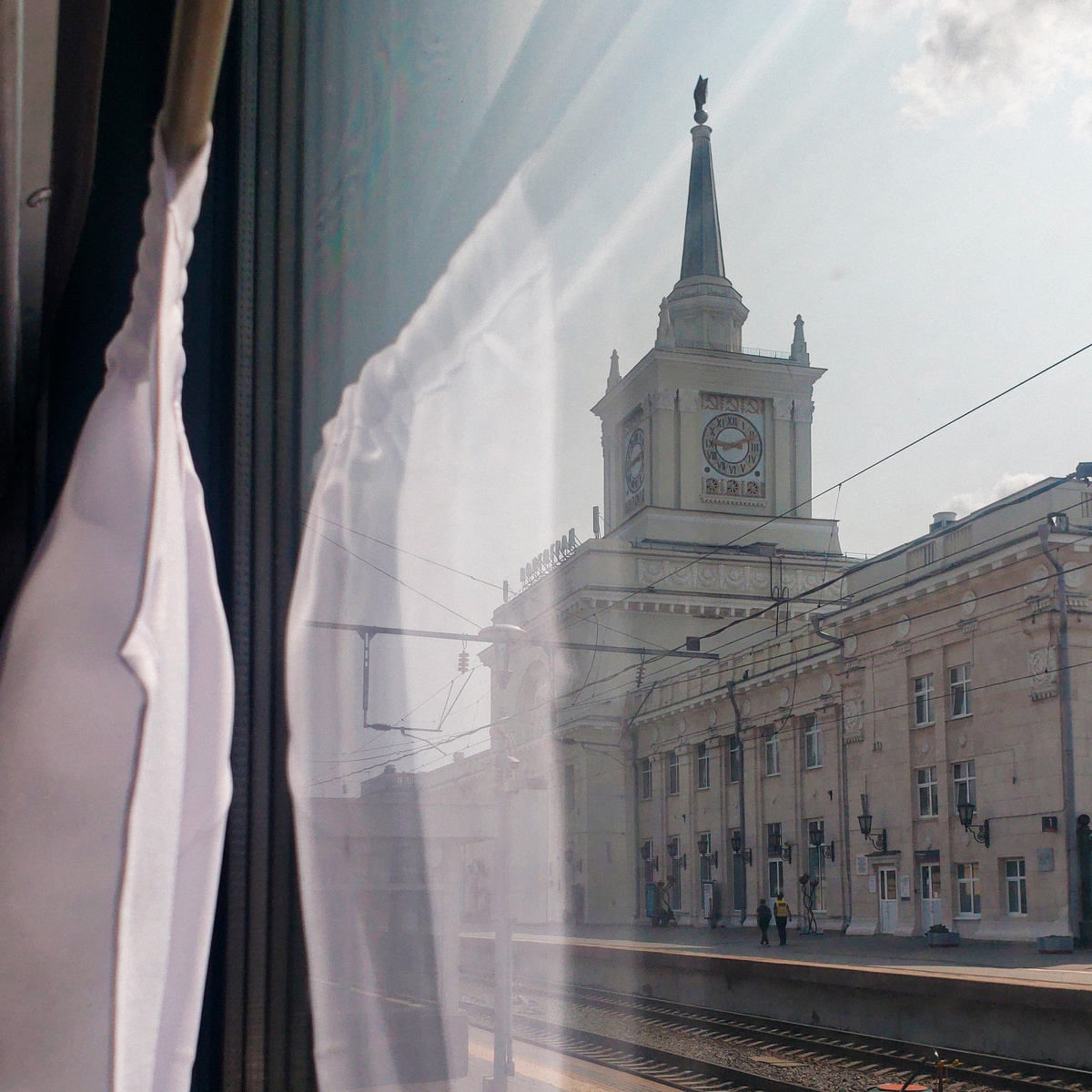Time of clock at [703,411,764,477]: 9:11
